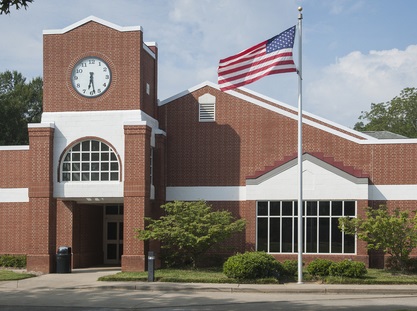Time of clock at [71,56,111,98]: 6:28
